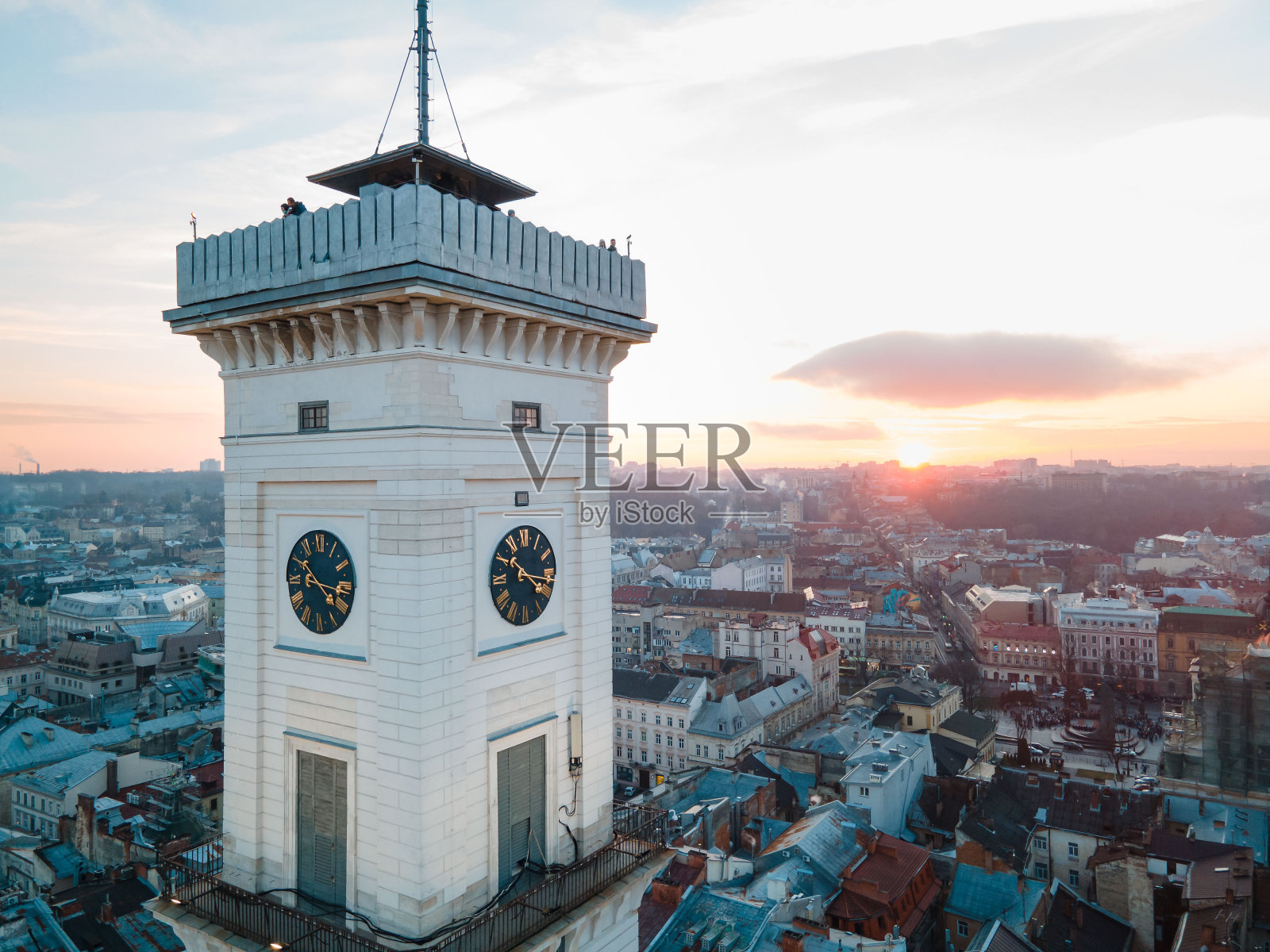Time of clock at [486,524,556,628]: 10:20
